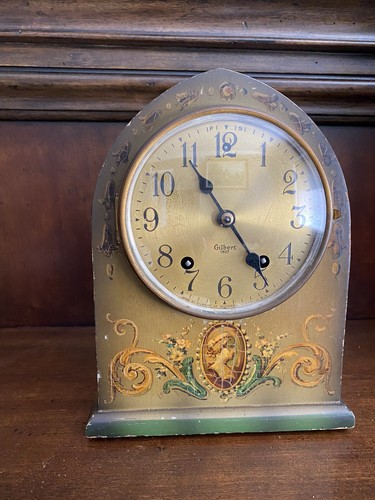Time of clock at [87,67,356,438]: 4:55
